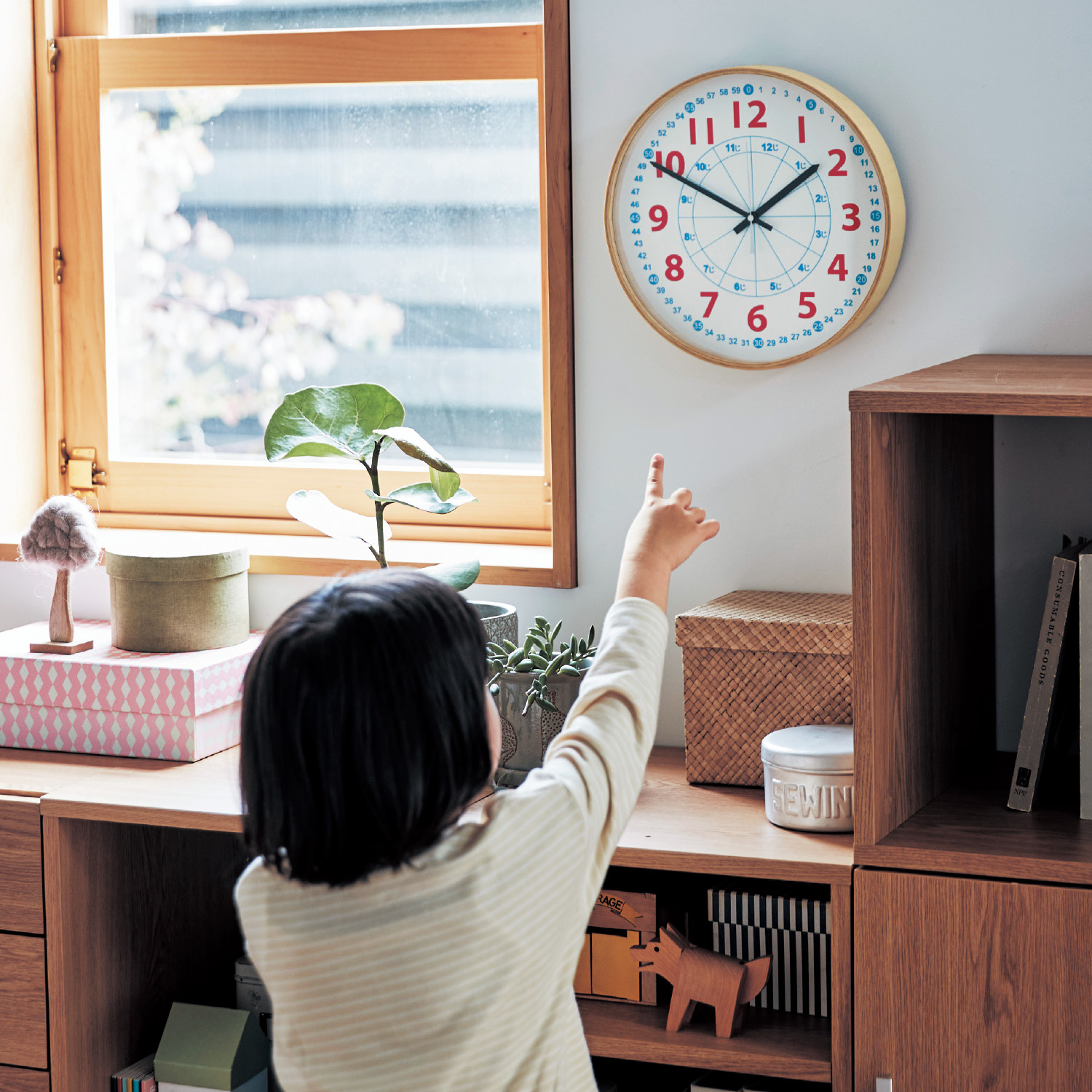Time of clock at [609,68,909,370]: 1:49
